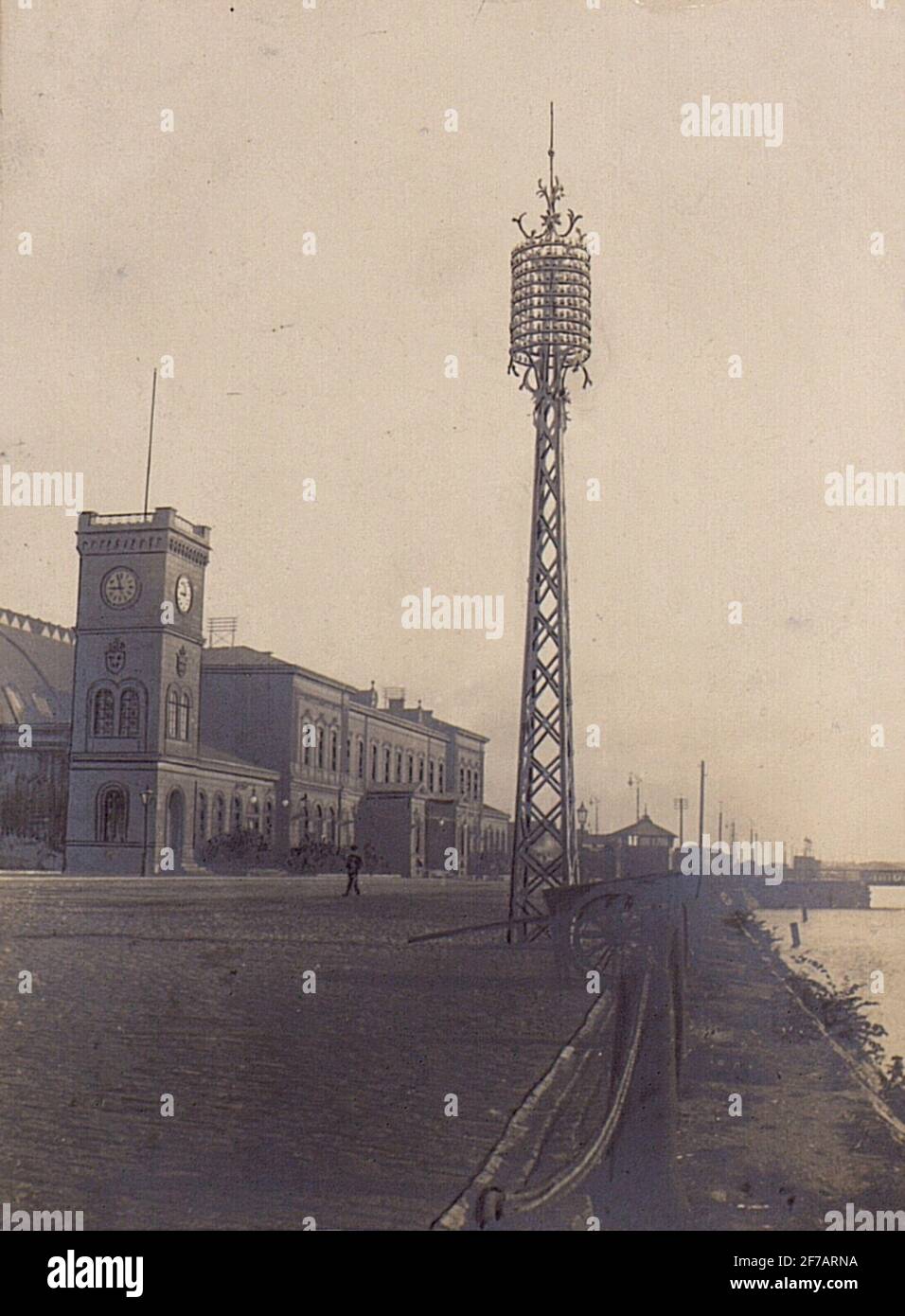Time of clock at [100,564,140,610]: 8:57
